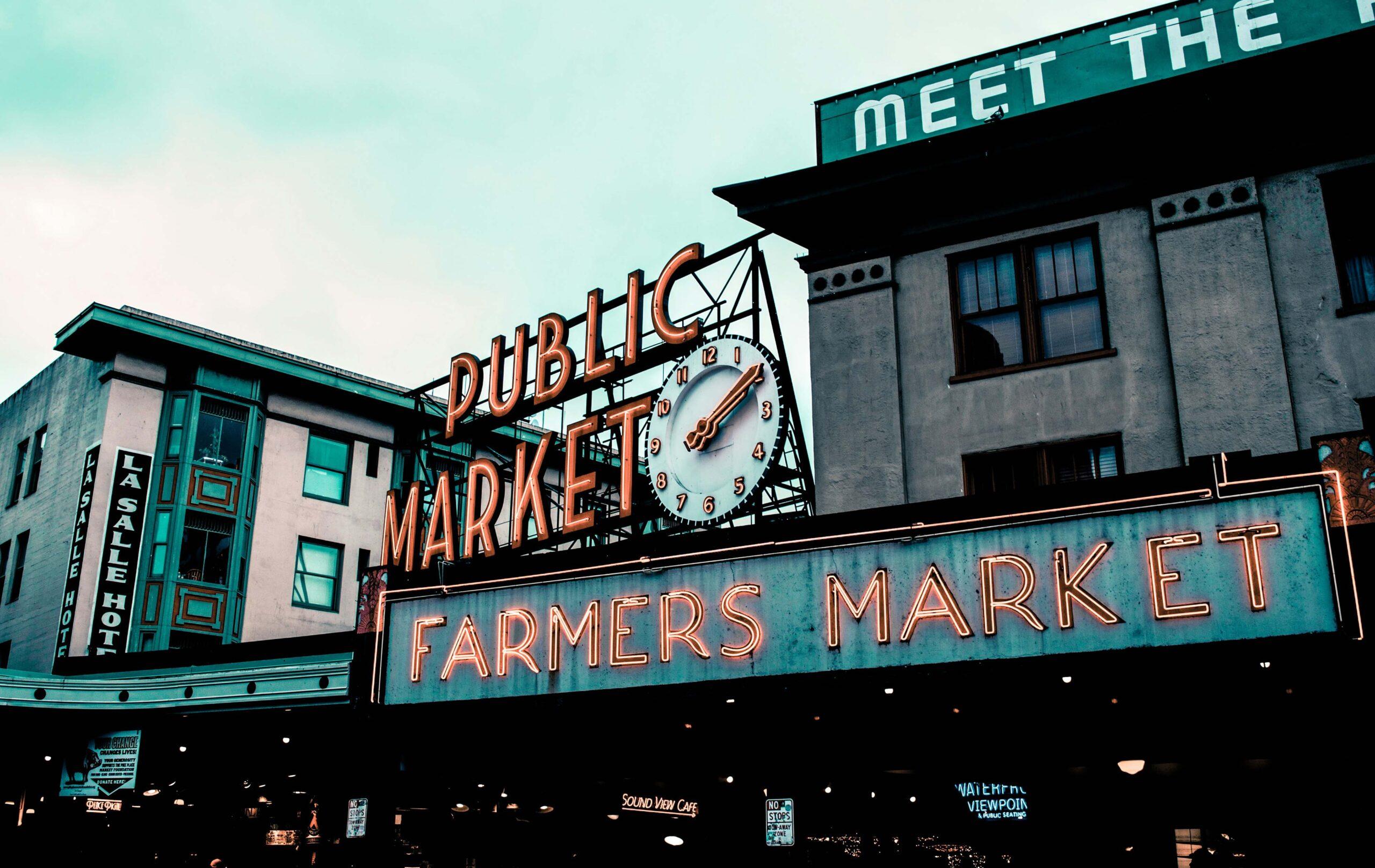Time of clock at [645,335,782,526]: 2:09
